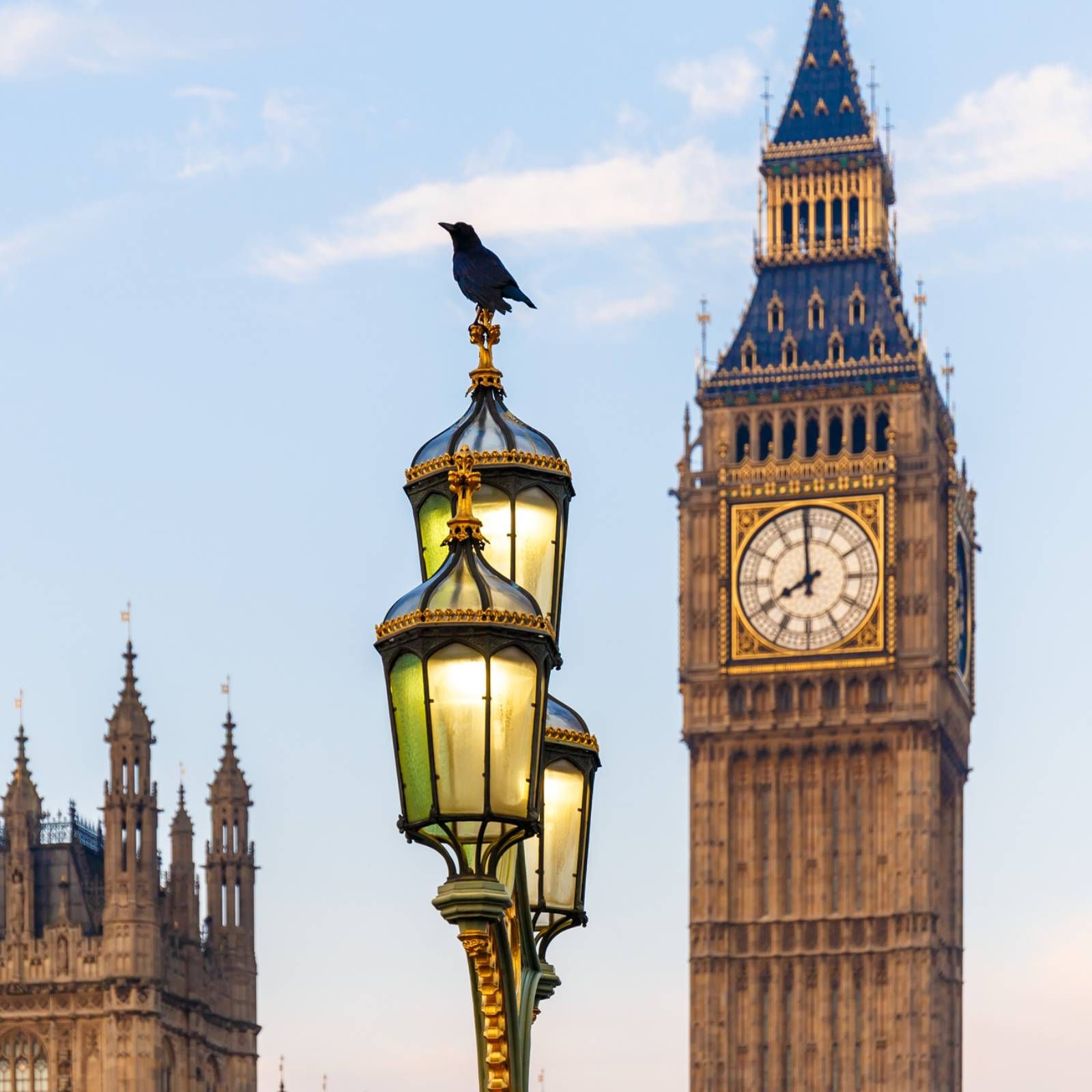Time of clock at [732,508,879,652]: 7:59
